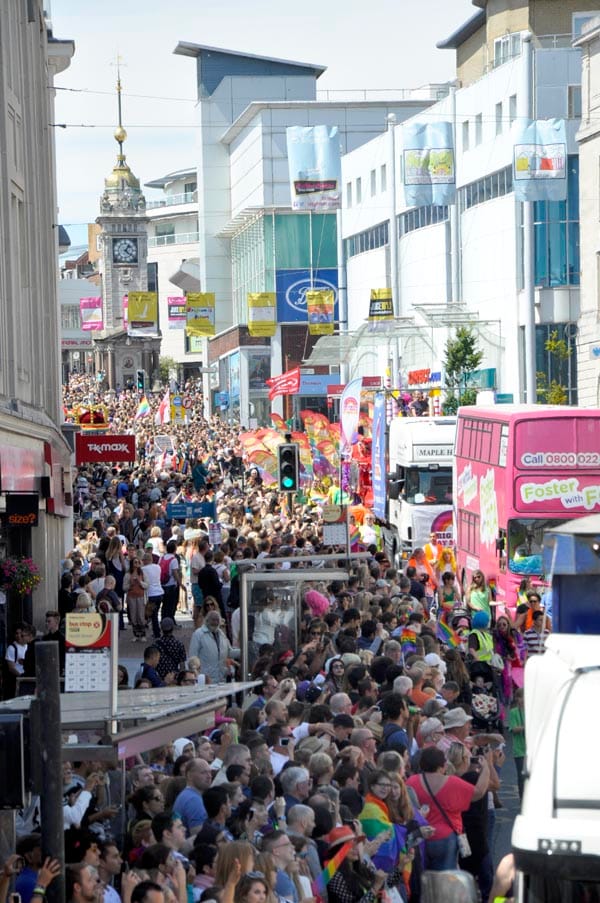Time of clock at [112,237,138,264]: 1:21
